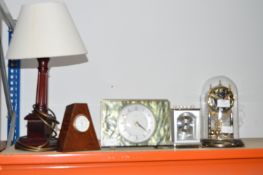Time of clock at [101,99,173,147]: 4:22
